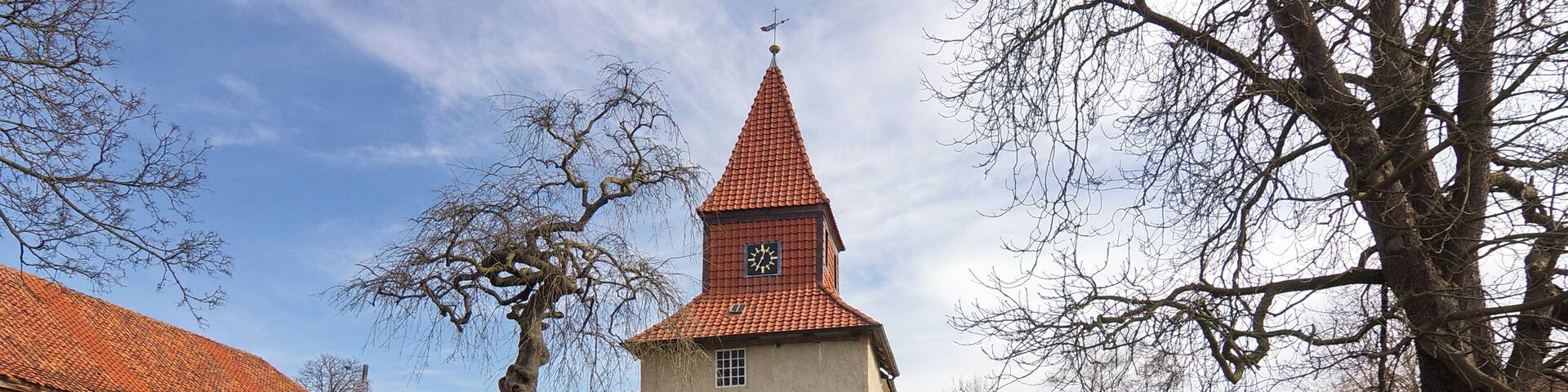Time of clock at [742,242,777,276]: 12:34
